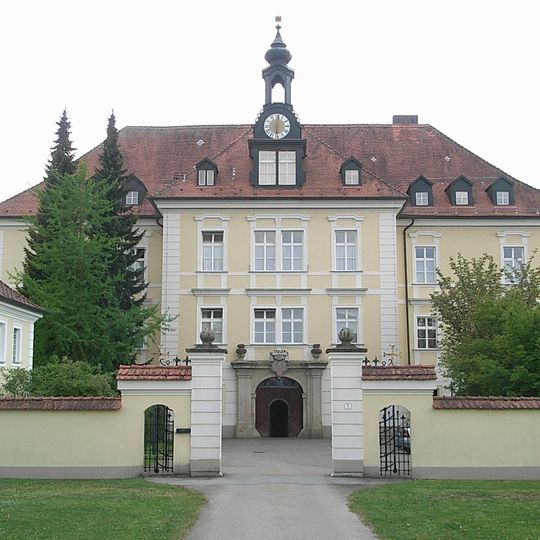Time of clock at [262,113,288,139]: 6:01
